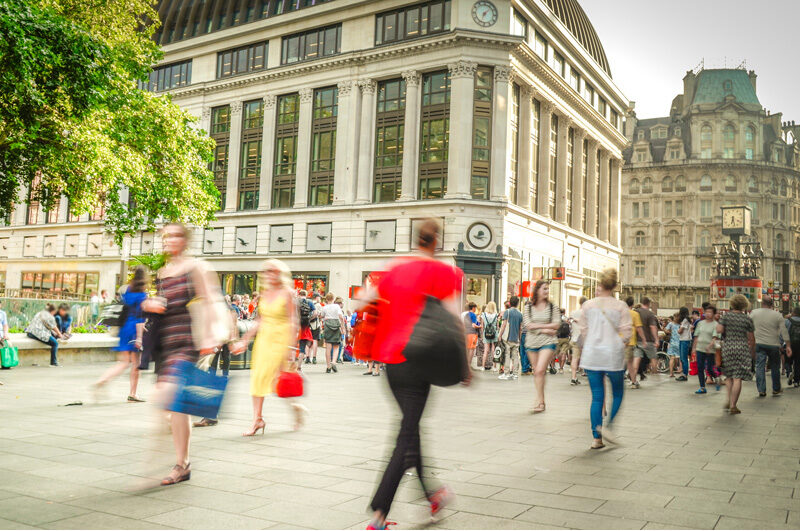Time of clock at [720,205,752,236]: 6:27
